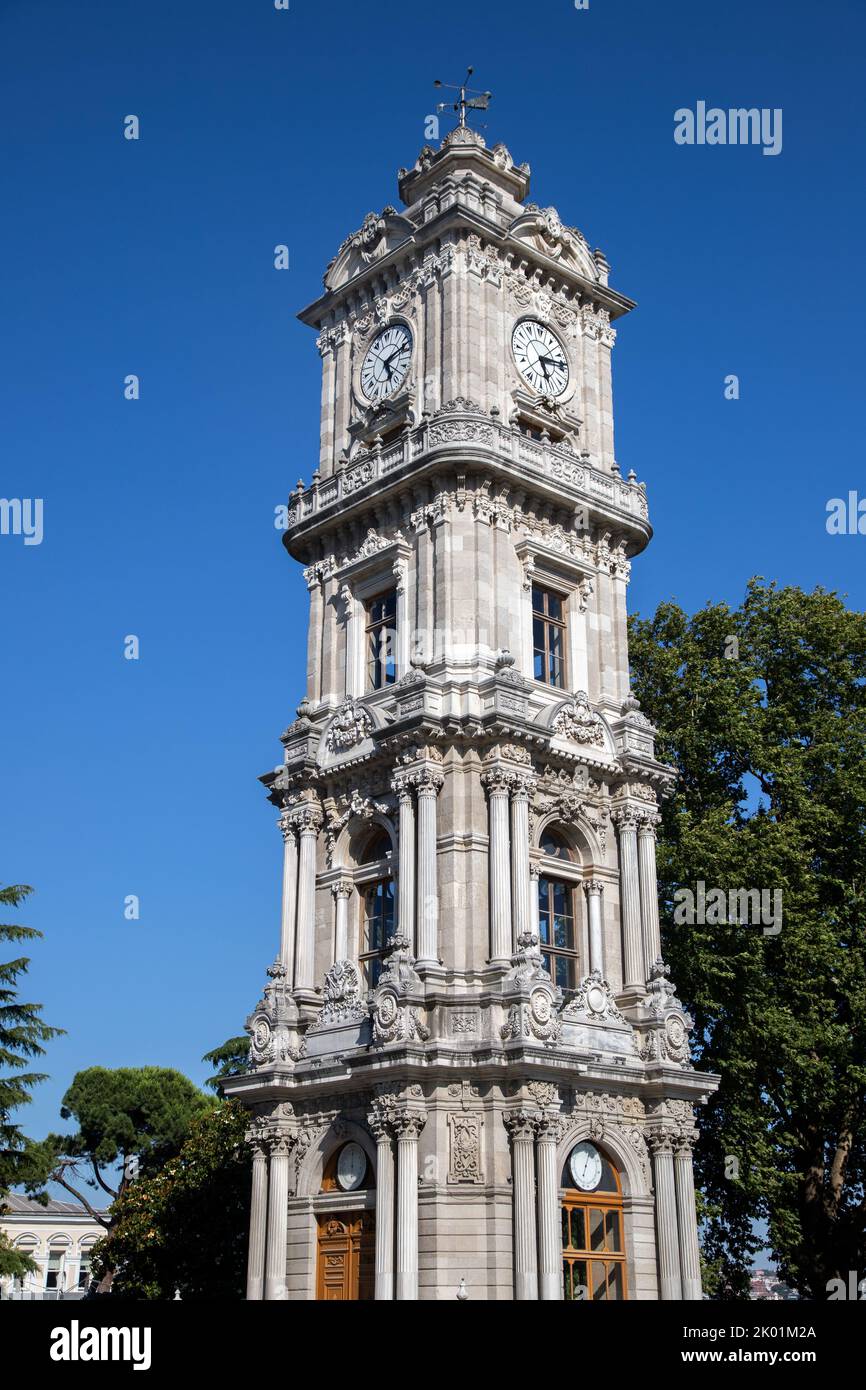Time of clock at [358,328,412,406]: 5:12
